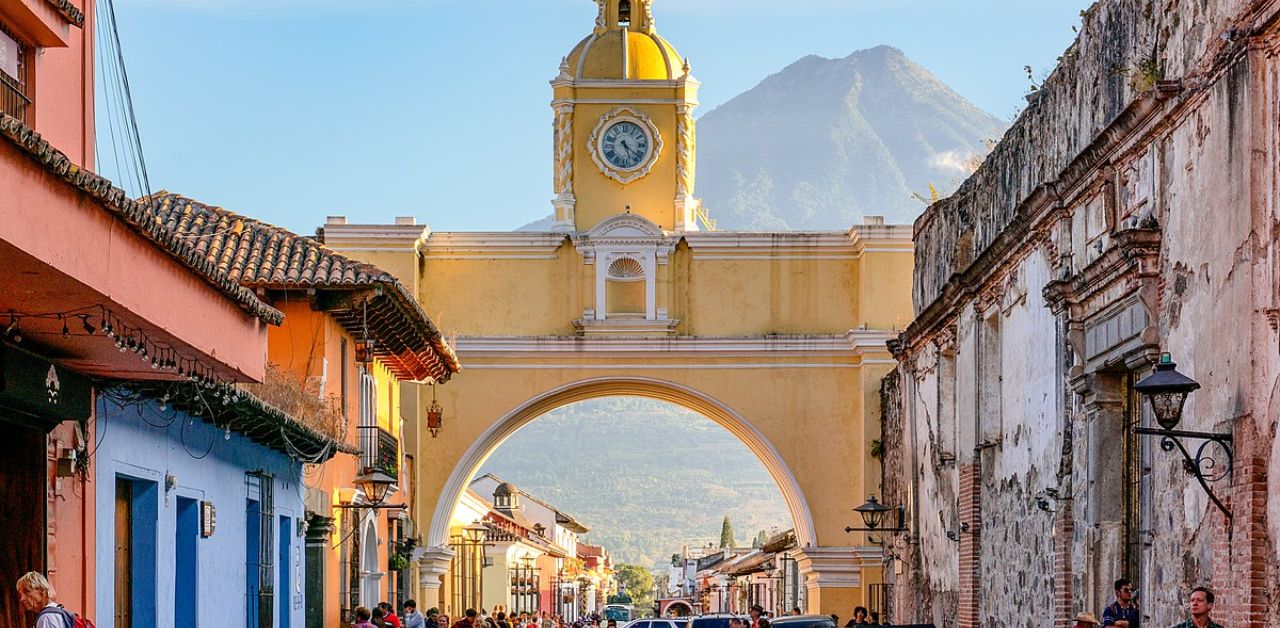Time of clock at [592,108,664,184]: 5:21
